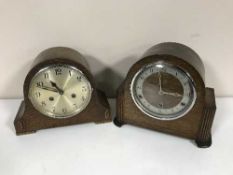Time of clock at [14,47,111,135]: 10:48
